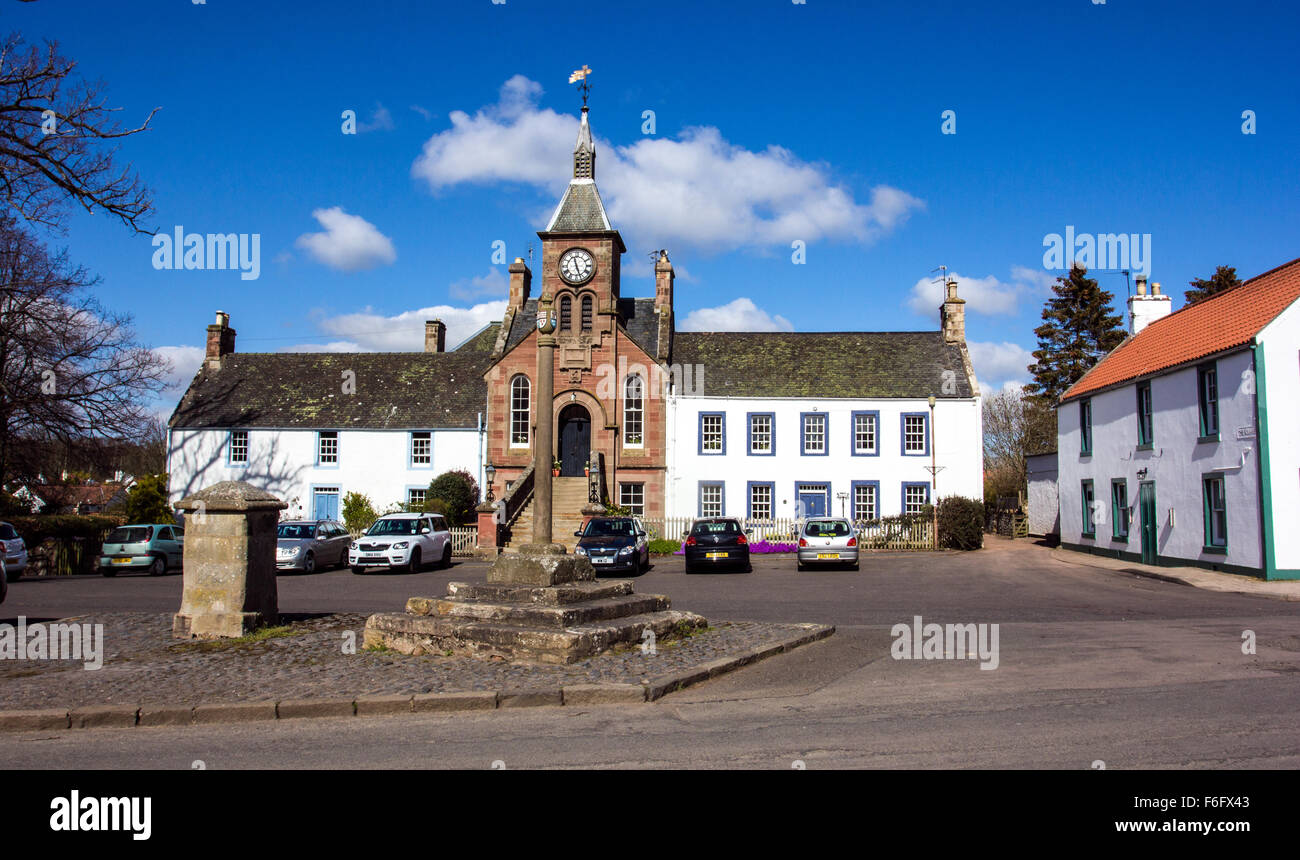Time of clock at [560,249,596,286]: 11:26
